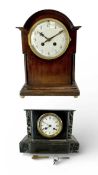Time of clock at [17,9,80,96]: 10:10
